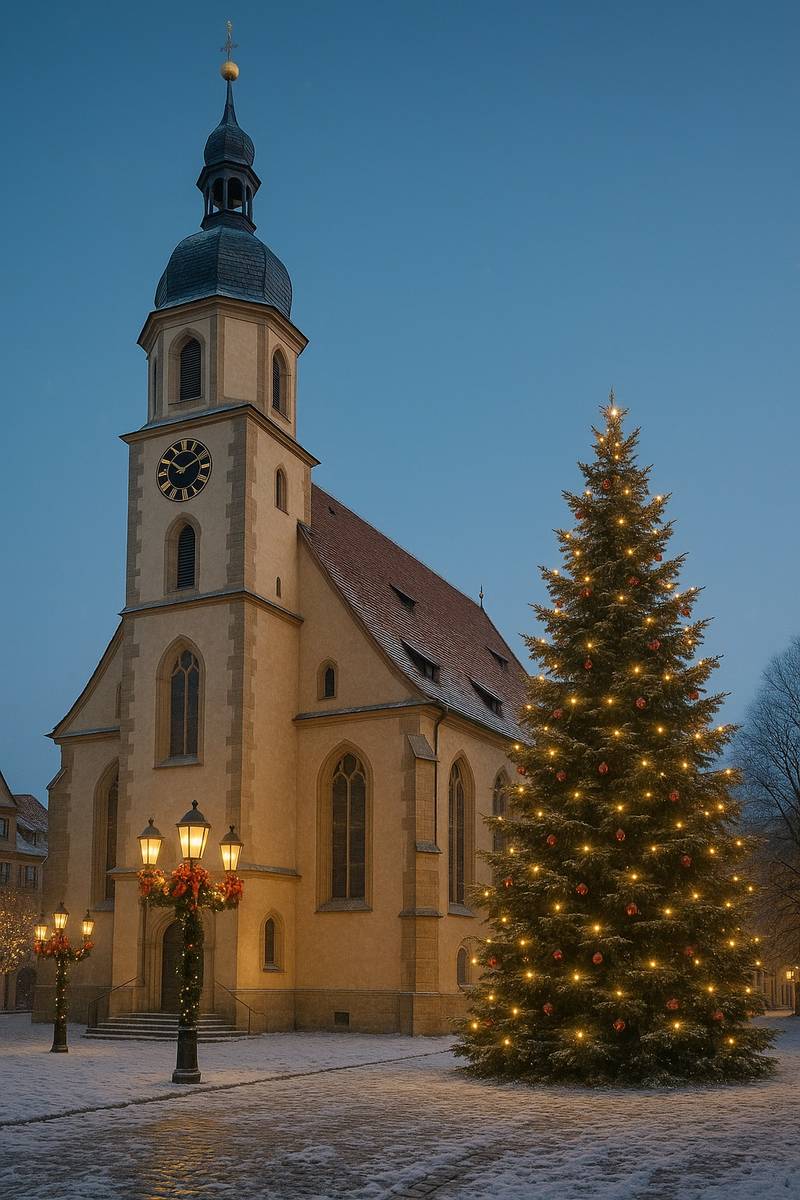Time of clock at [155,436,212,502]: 10:10
